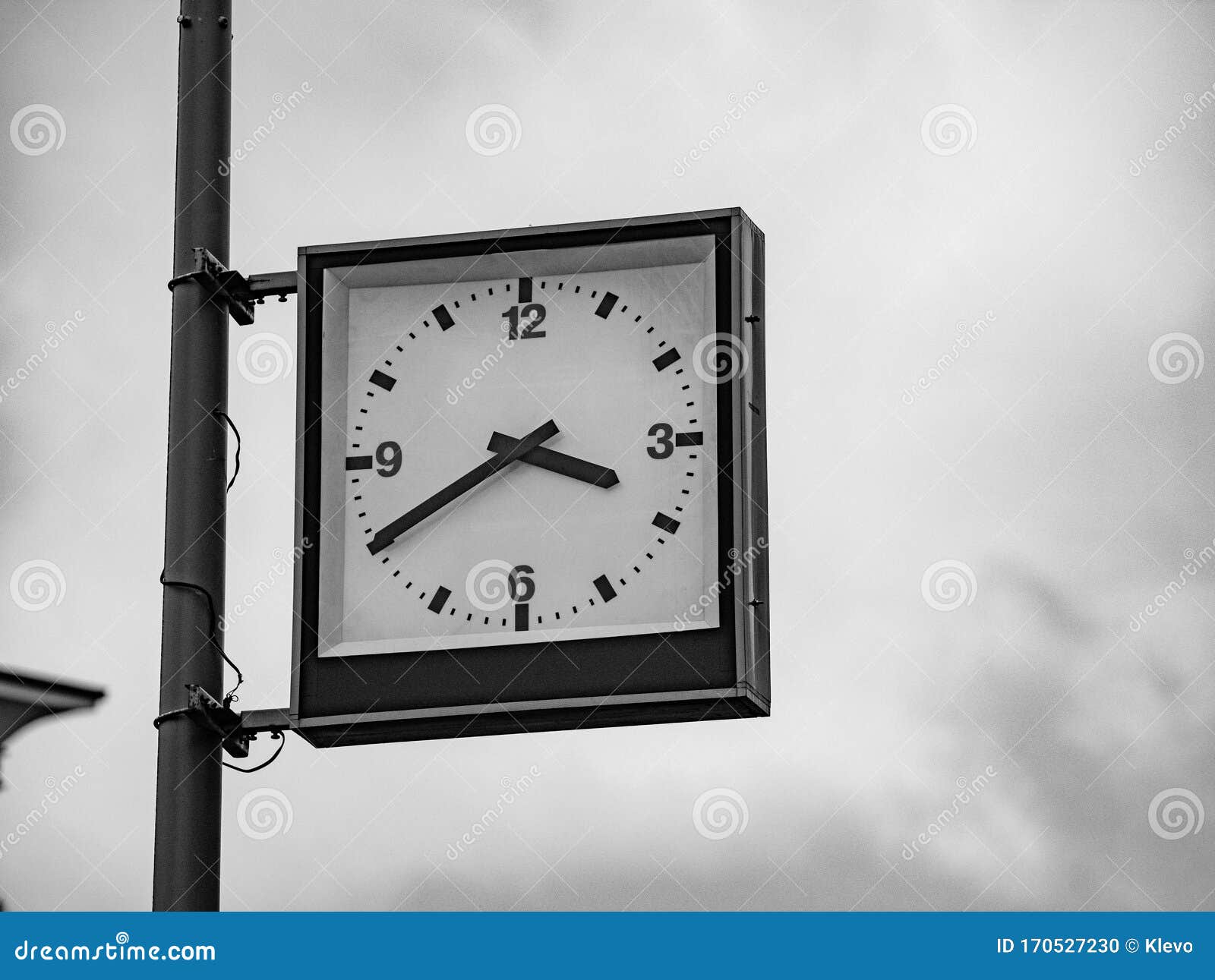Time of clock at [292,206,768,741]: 3:40
